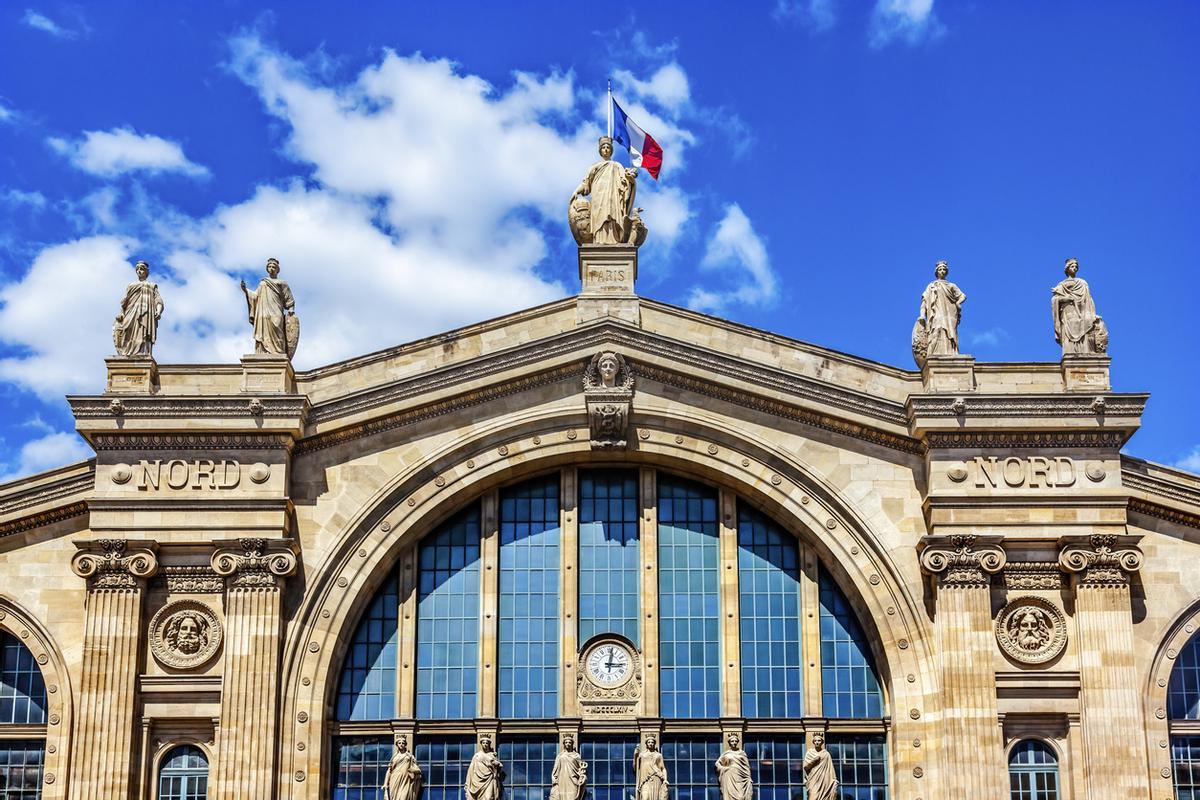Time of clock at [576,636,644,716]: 3:01
